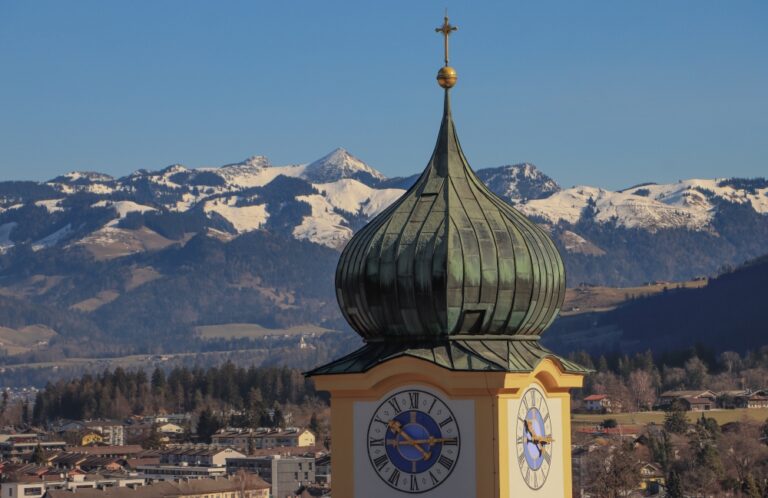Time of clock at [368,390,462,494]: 10:14
